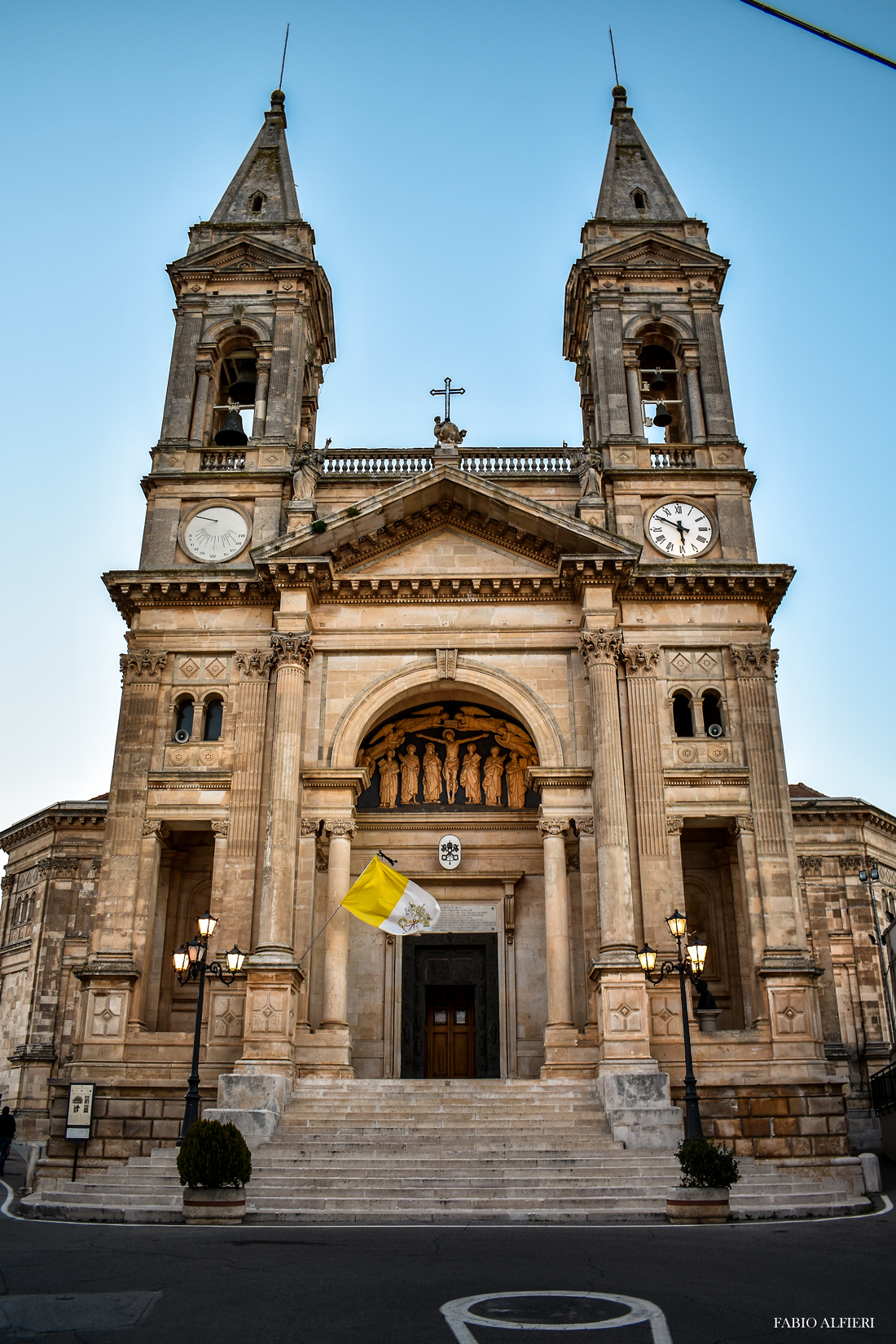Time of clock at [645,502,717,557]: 5:50
